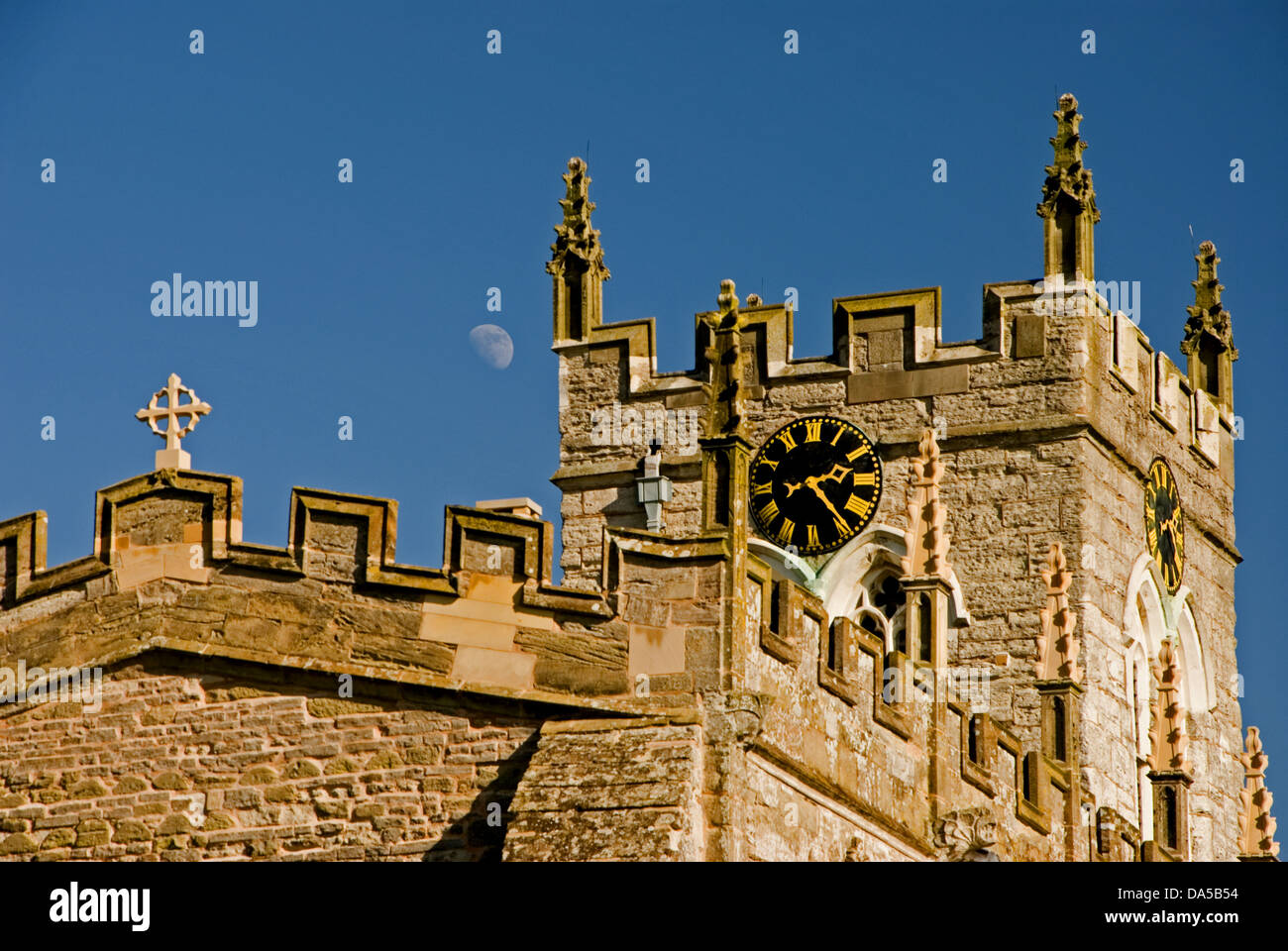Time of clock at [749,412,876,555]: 2:23
